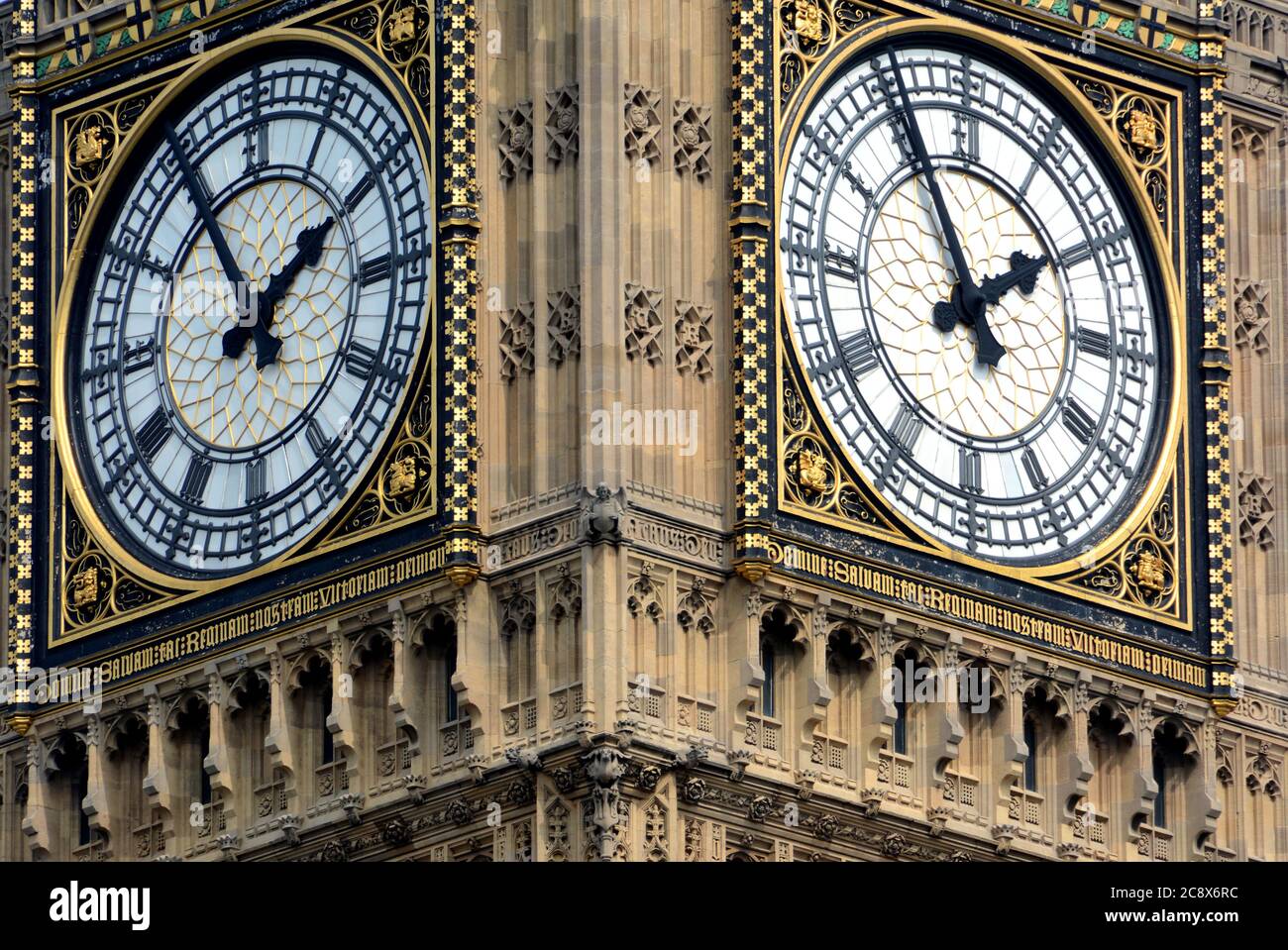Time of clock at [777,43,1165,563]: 1:55
